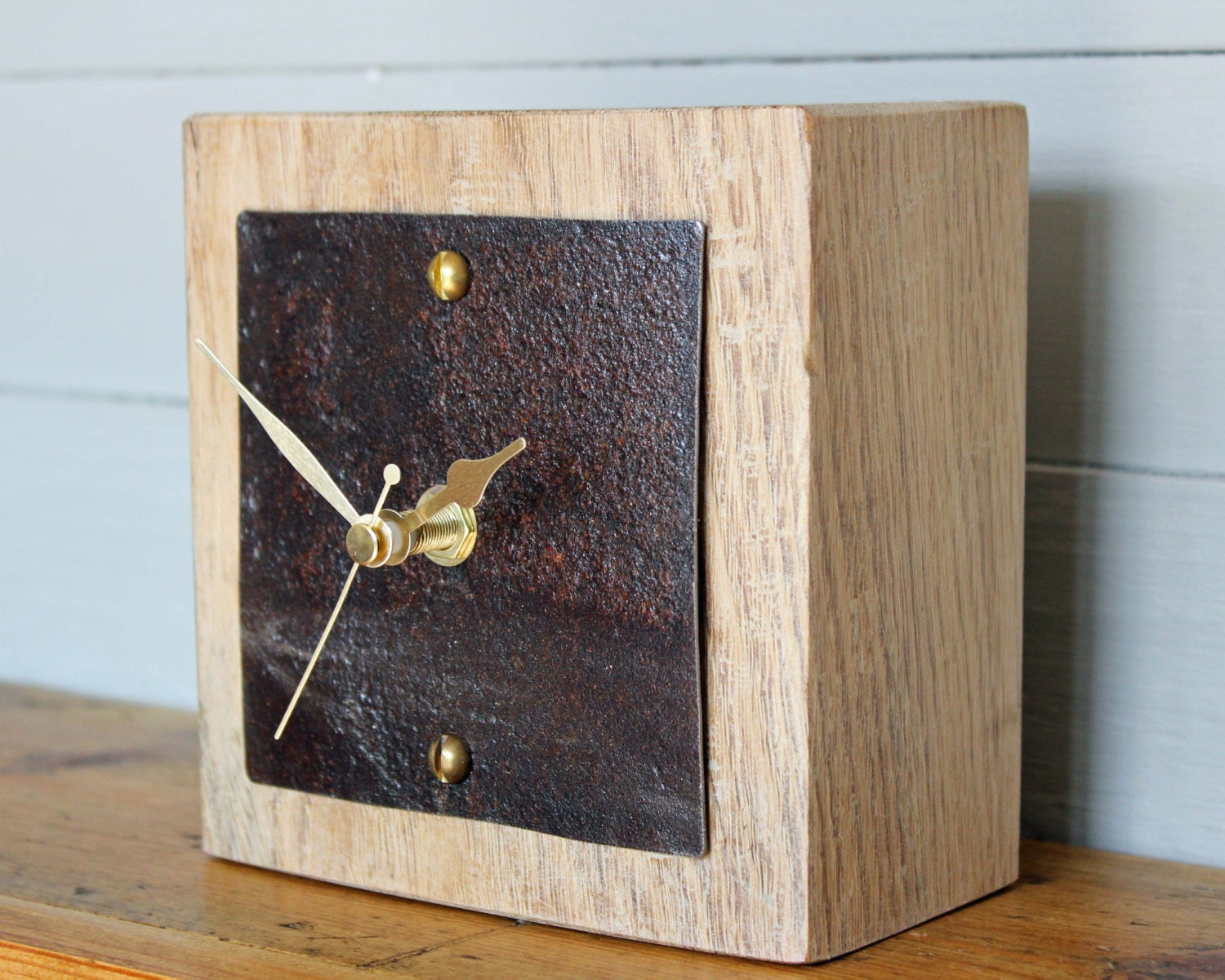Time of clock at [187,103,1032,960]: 1:50
